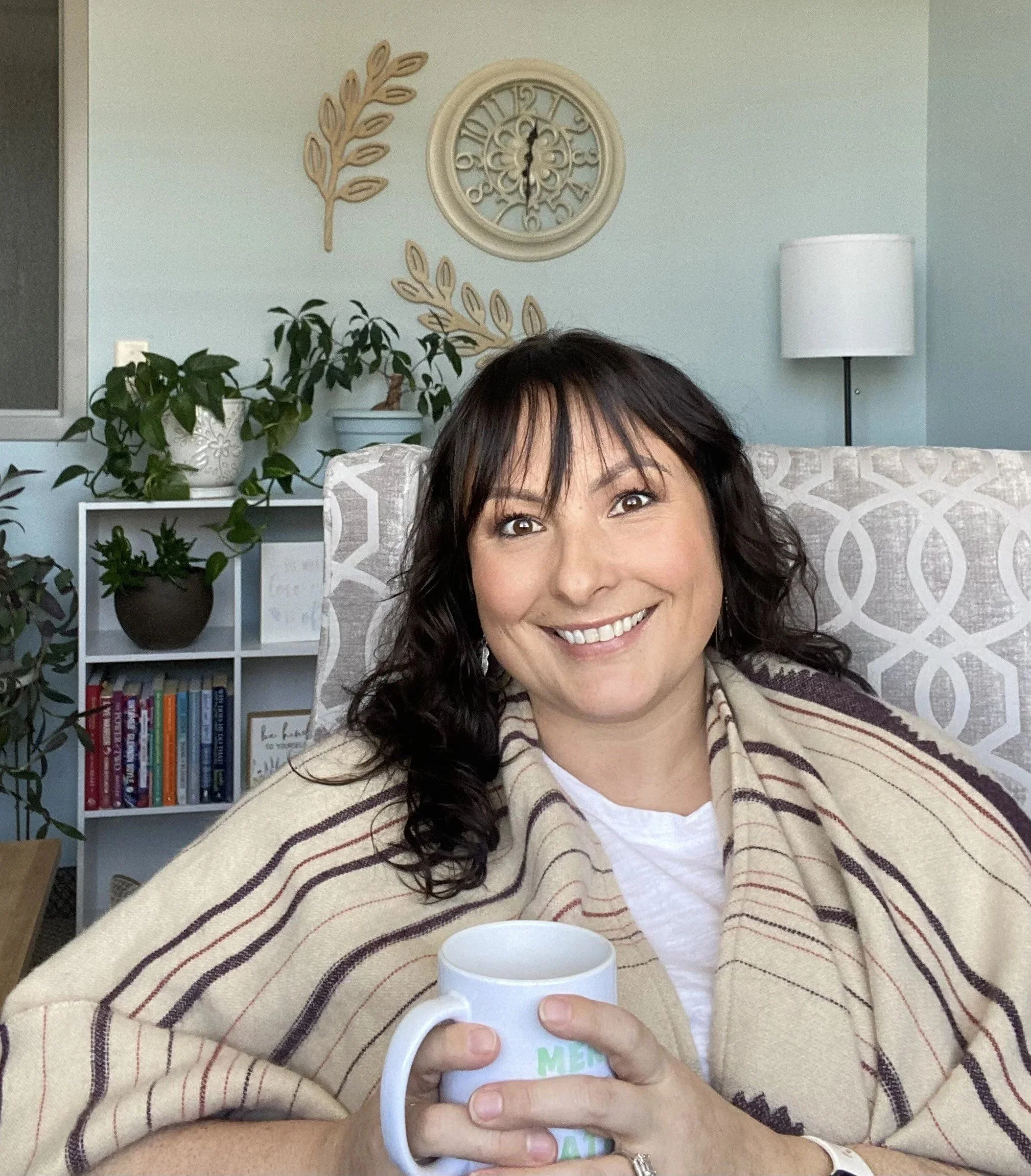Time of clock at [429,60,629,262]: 12:30
